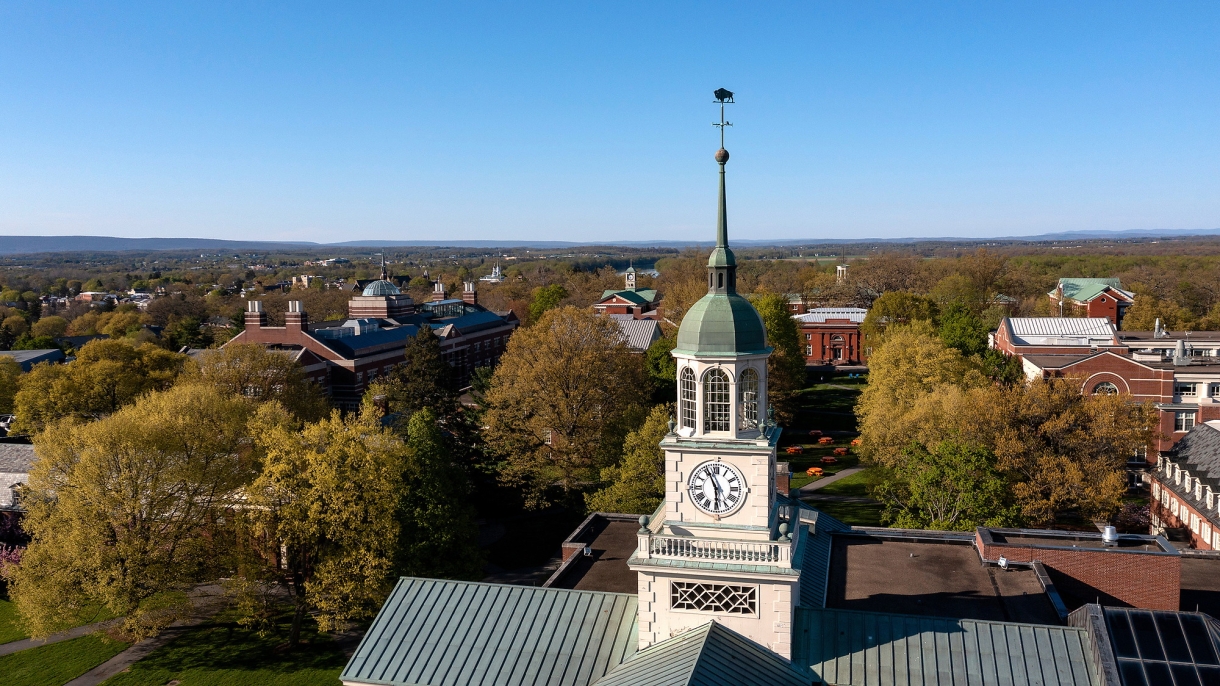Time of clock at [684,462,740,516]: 5:55
